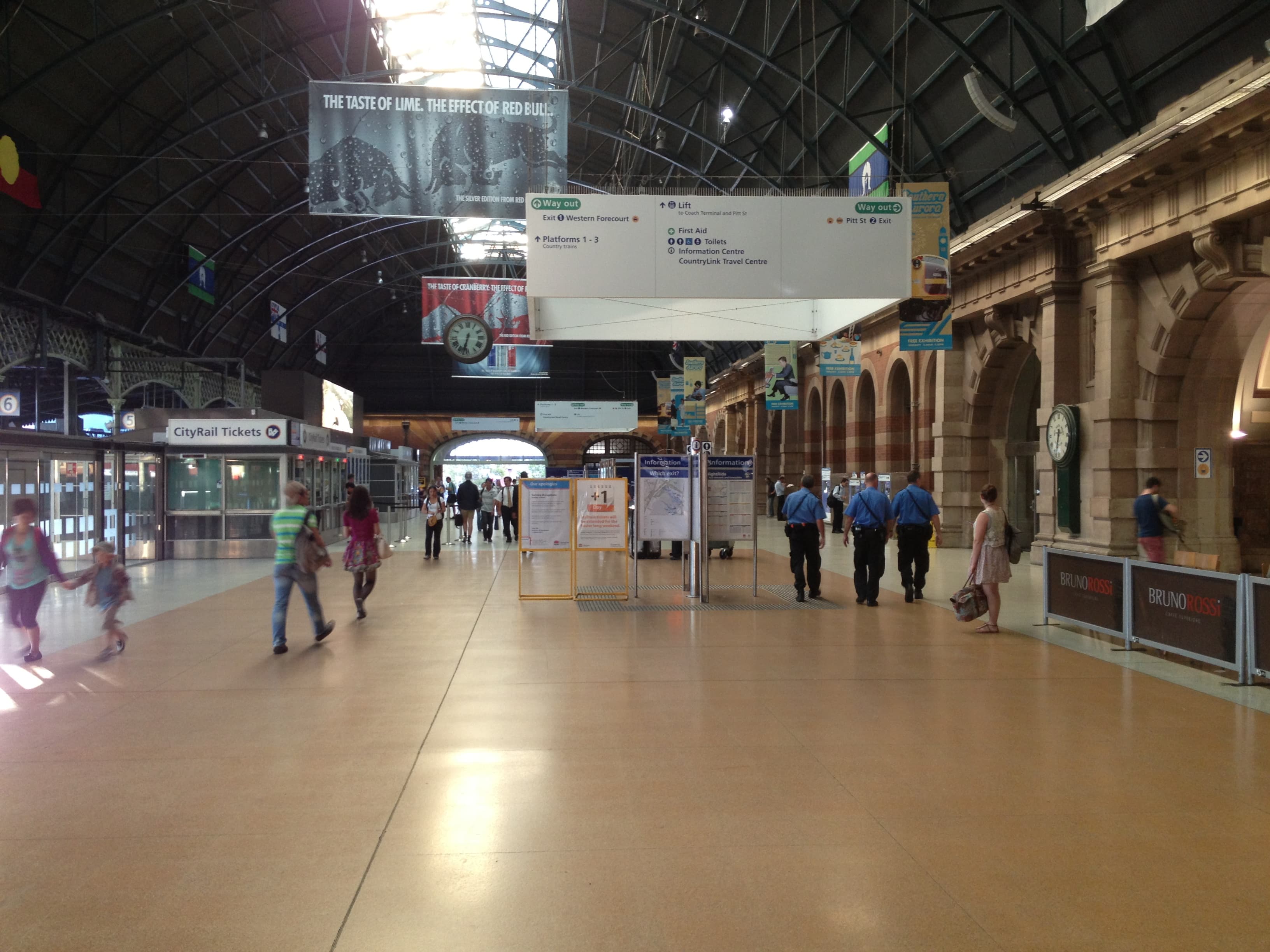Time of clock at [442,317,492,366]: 6:32
